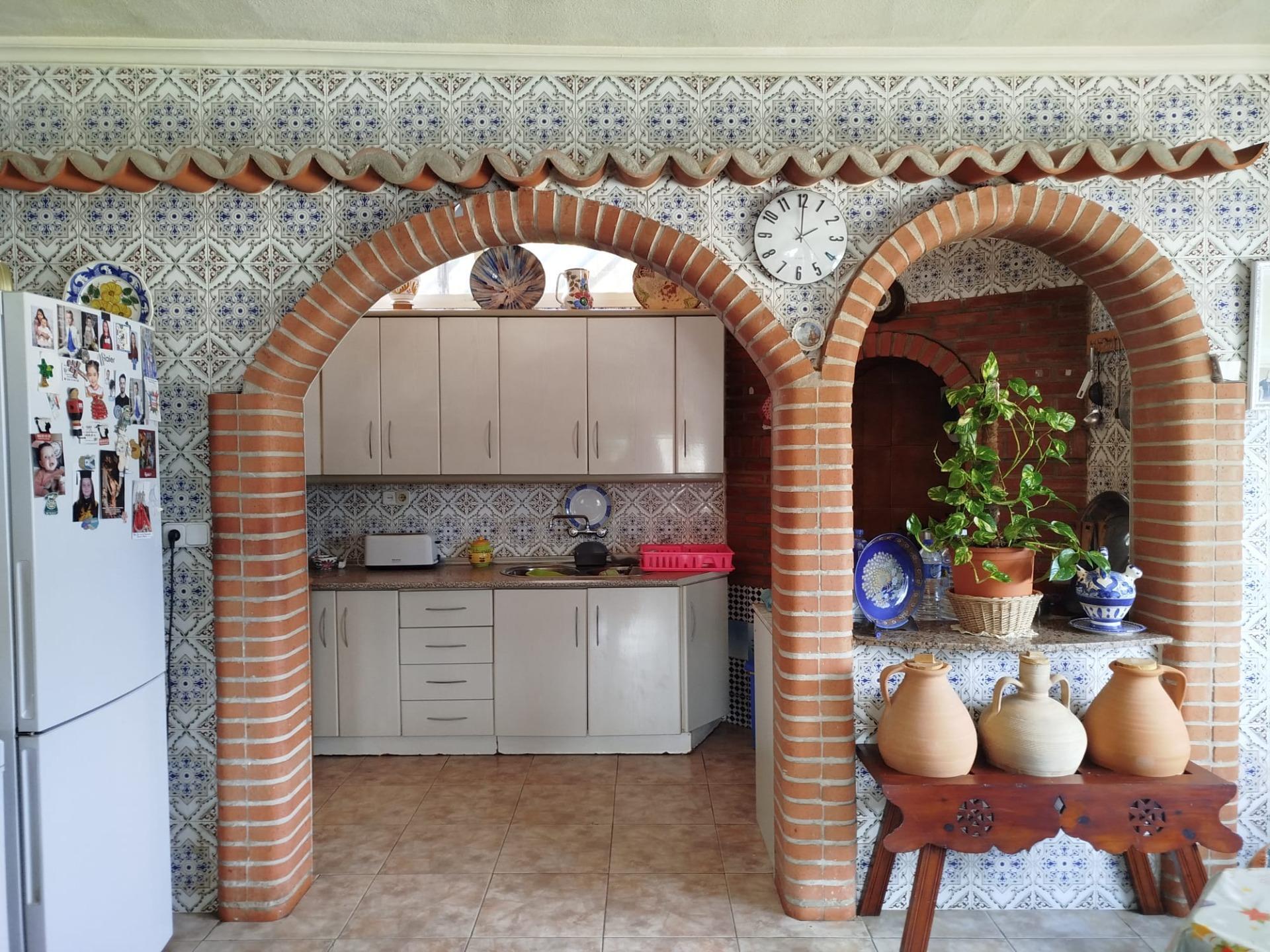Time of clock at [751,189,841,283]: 2:00
